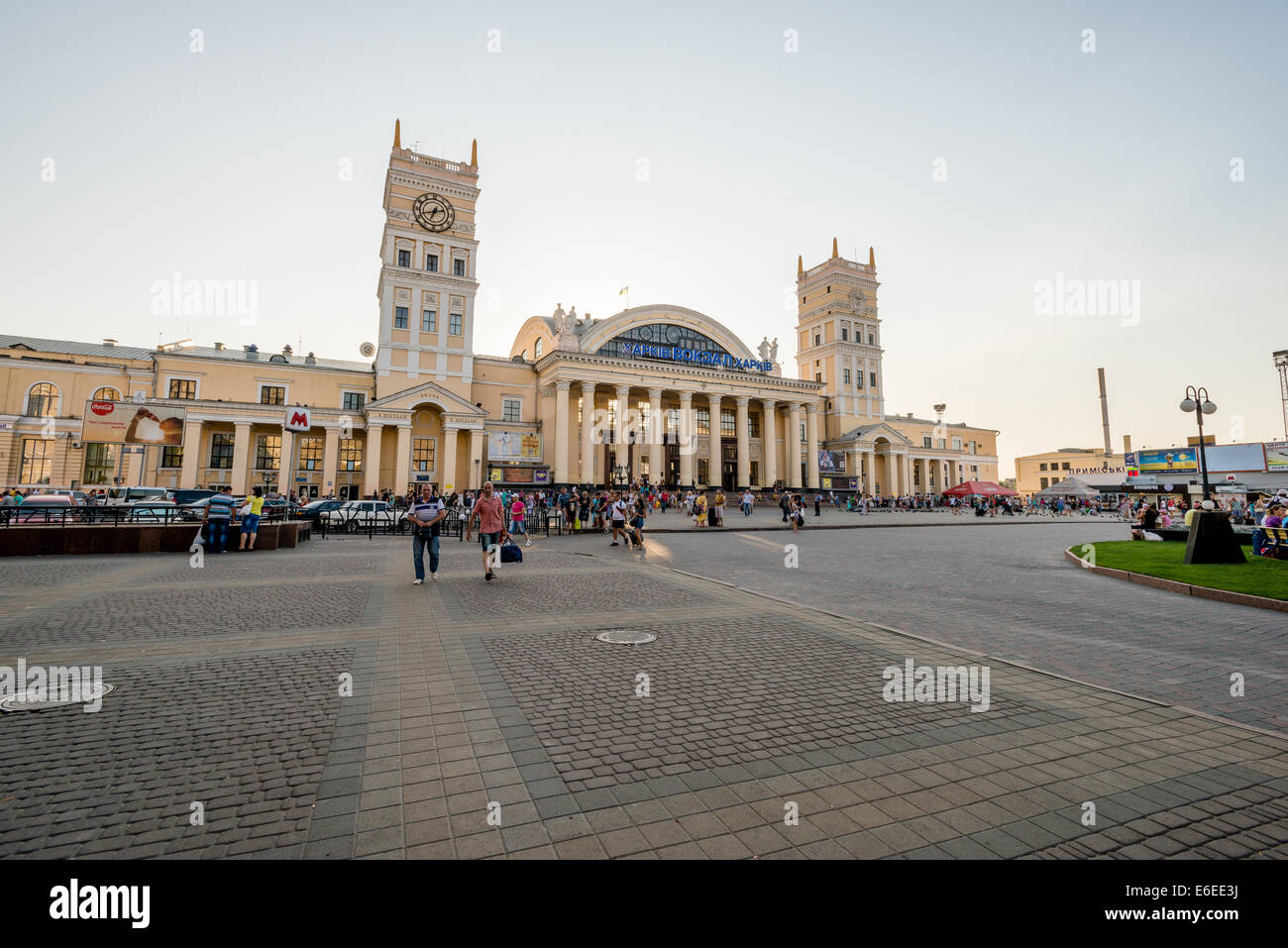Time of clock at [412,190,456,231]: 6:42
